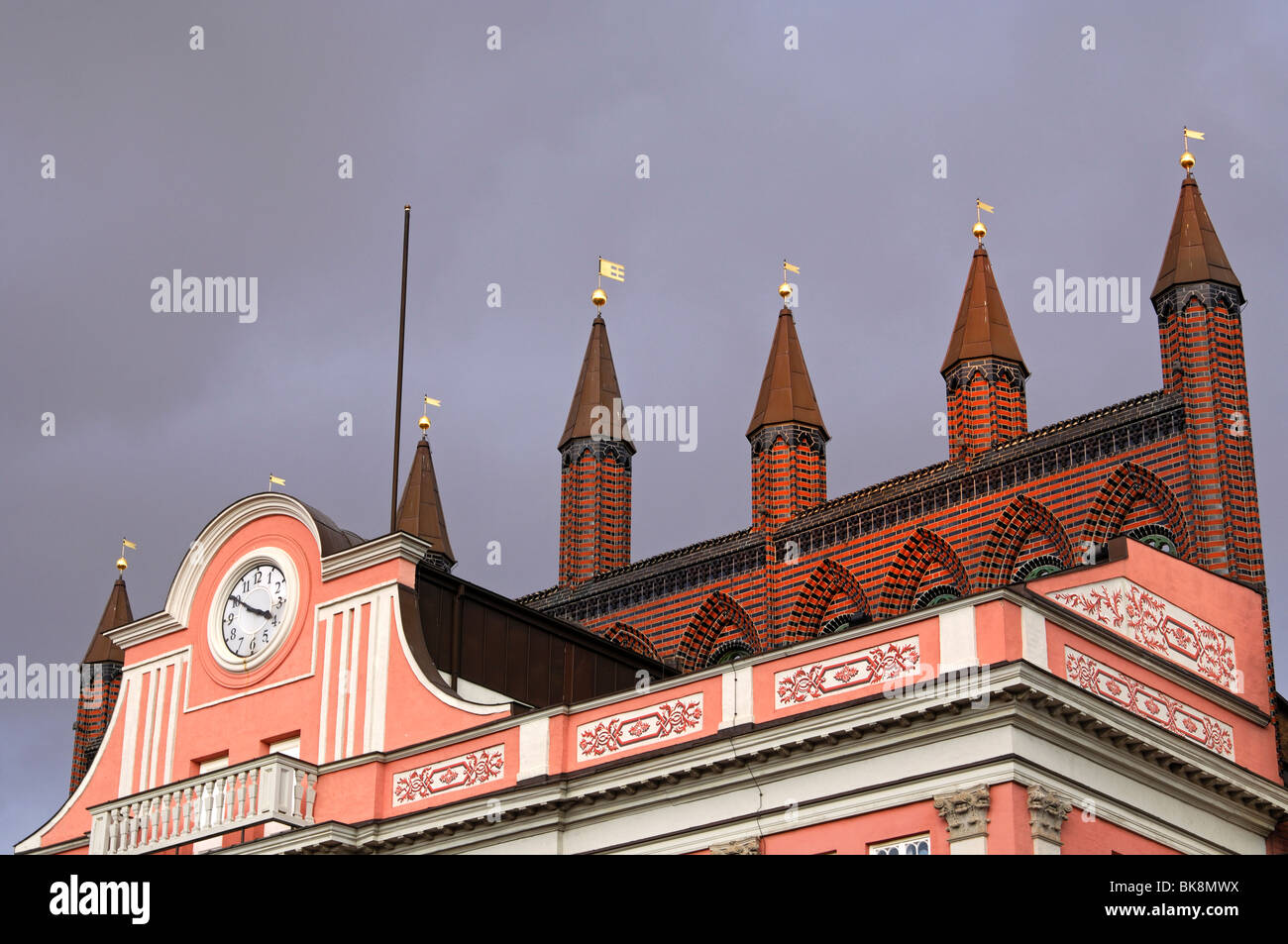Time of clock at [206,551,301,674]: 3:50
